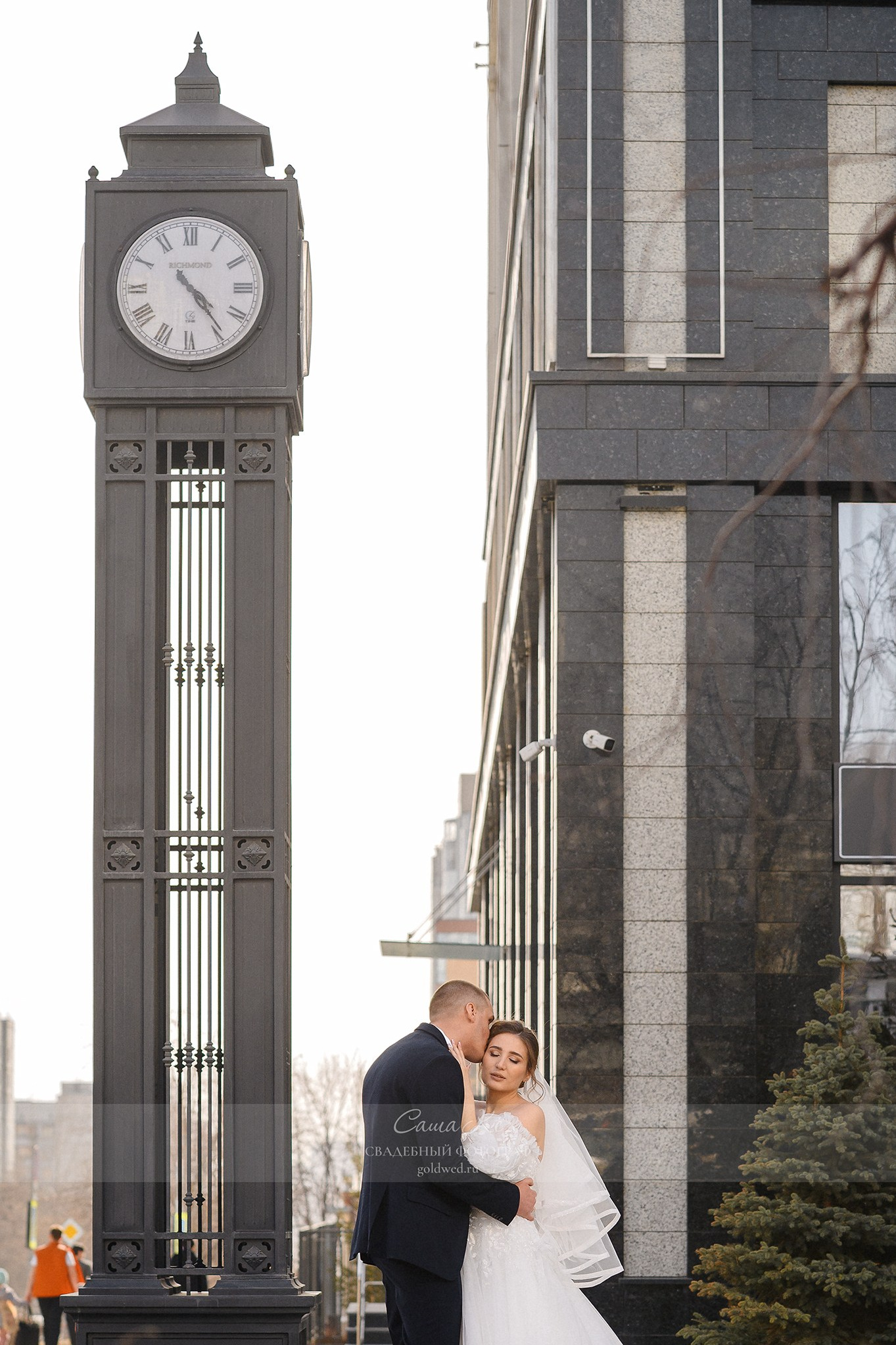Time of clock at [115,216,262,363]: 4:23
